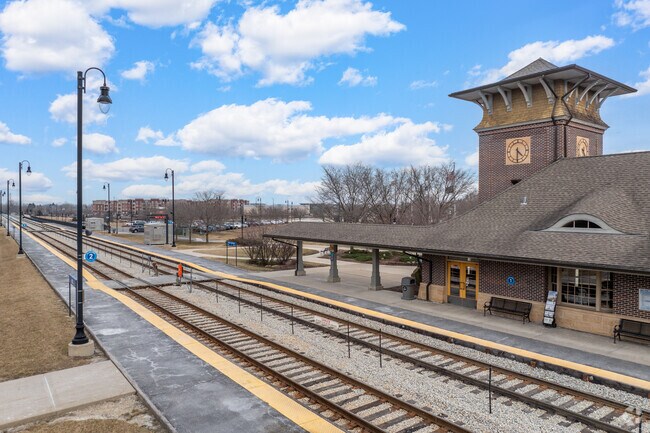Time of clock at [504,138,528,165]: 4:30
